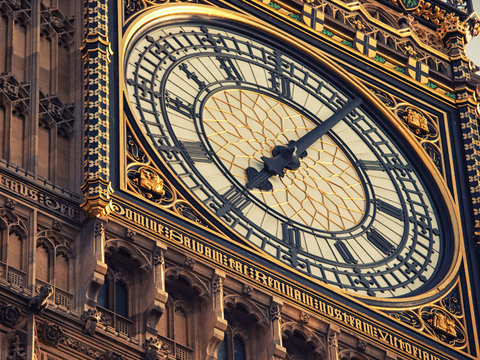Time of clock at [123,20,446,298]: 7:06
